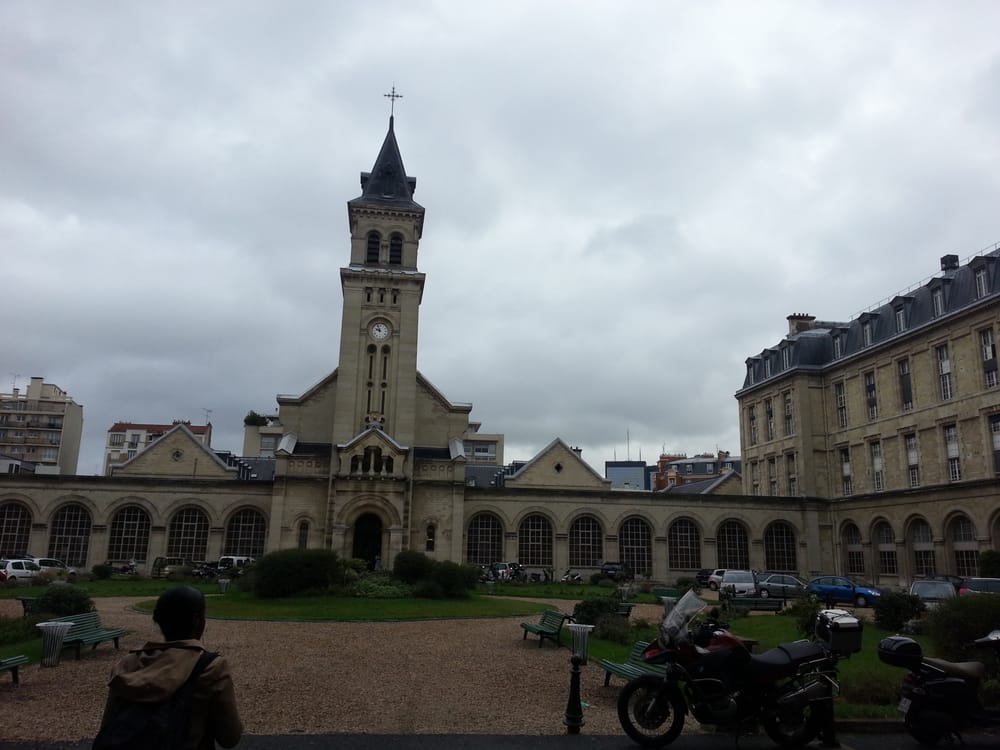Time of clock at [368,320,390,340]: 9:56
